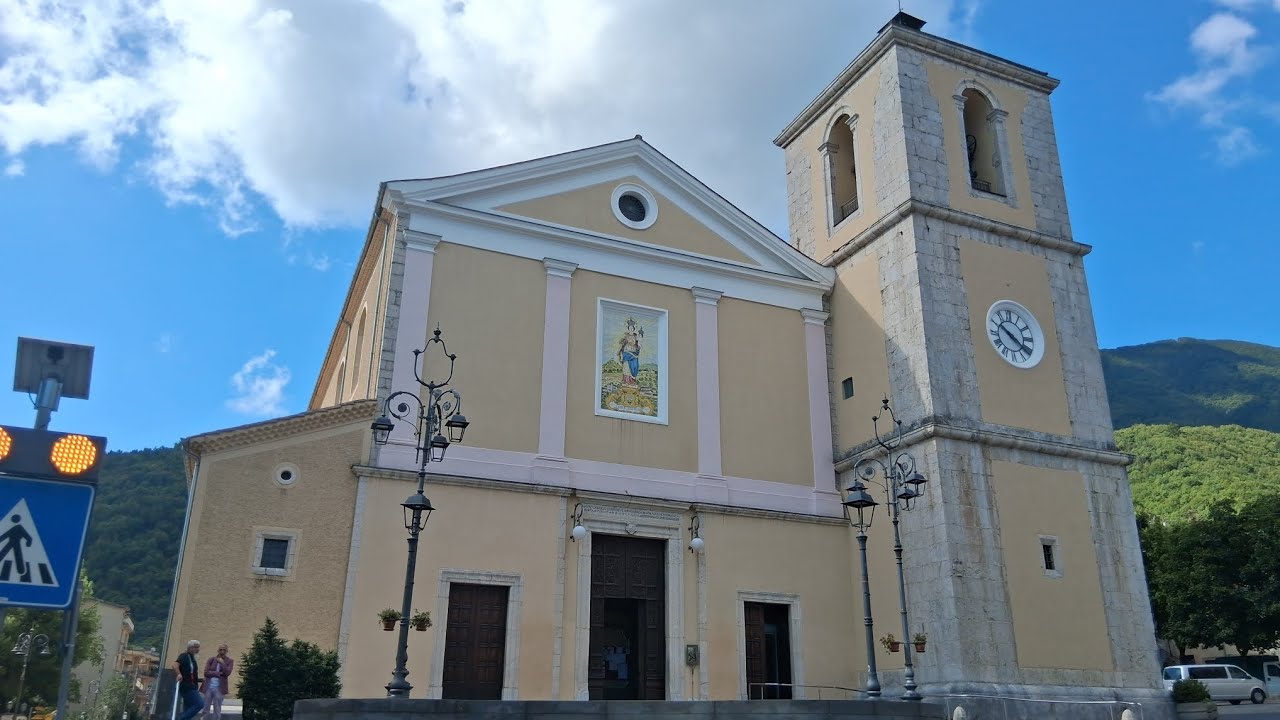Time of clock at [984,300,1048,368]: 10:20
